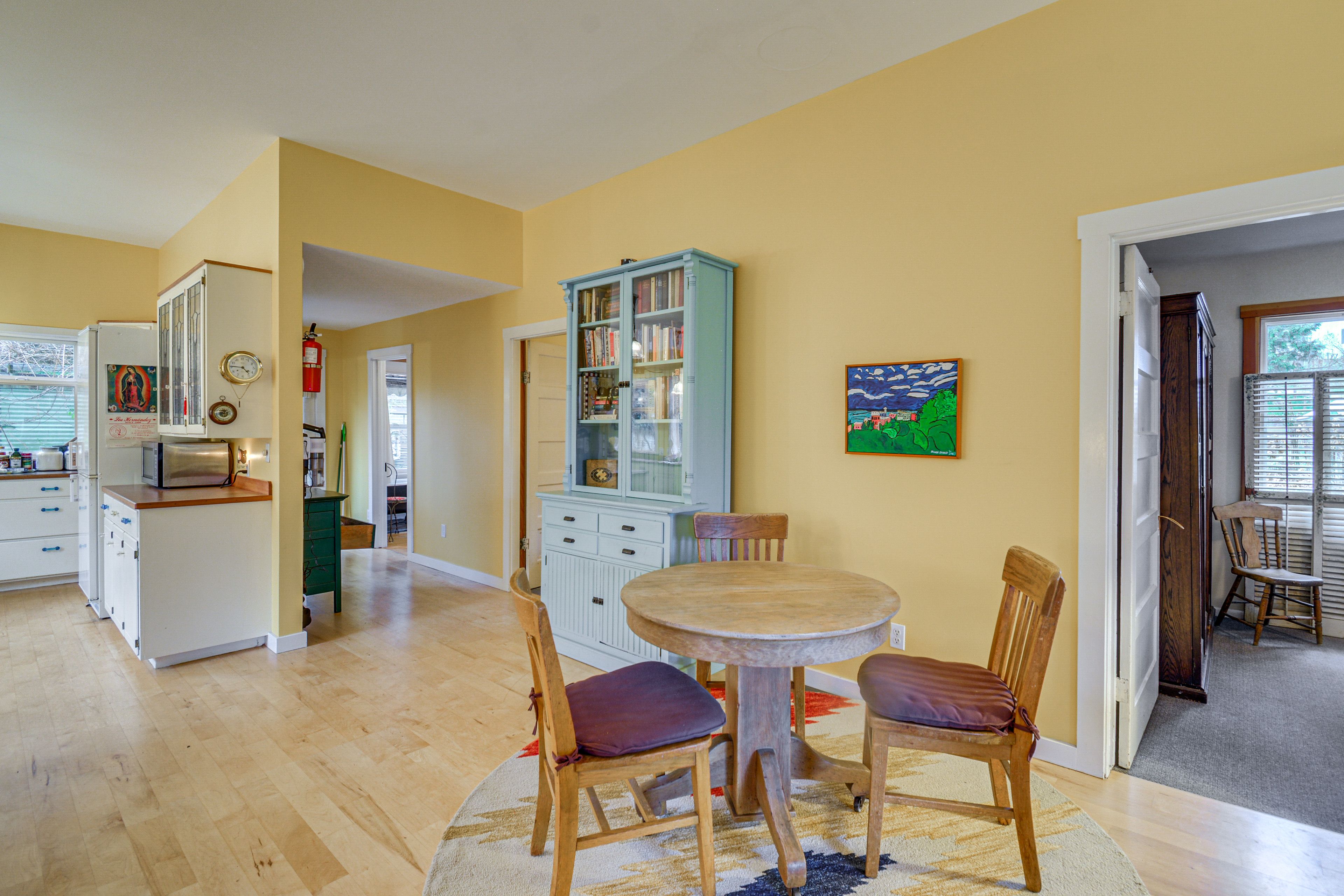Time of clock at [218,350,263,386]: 4:45
